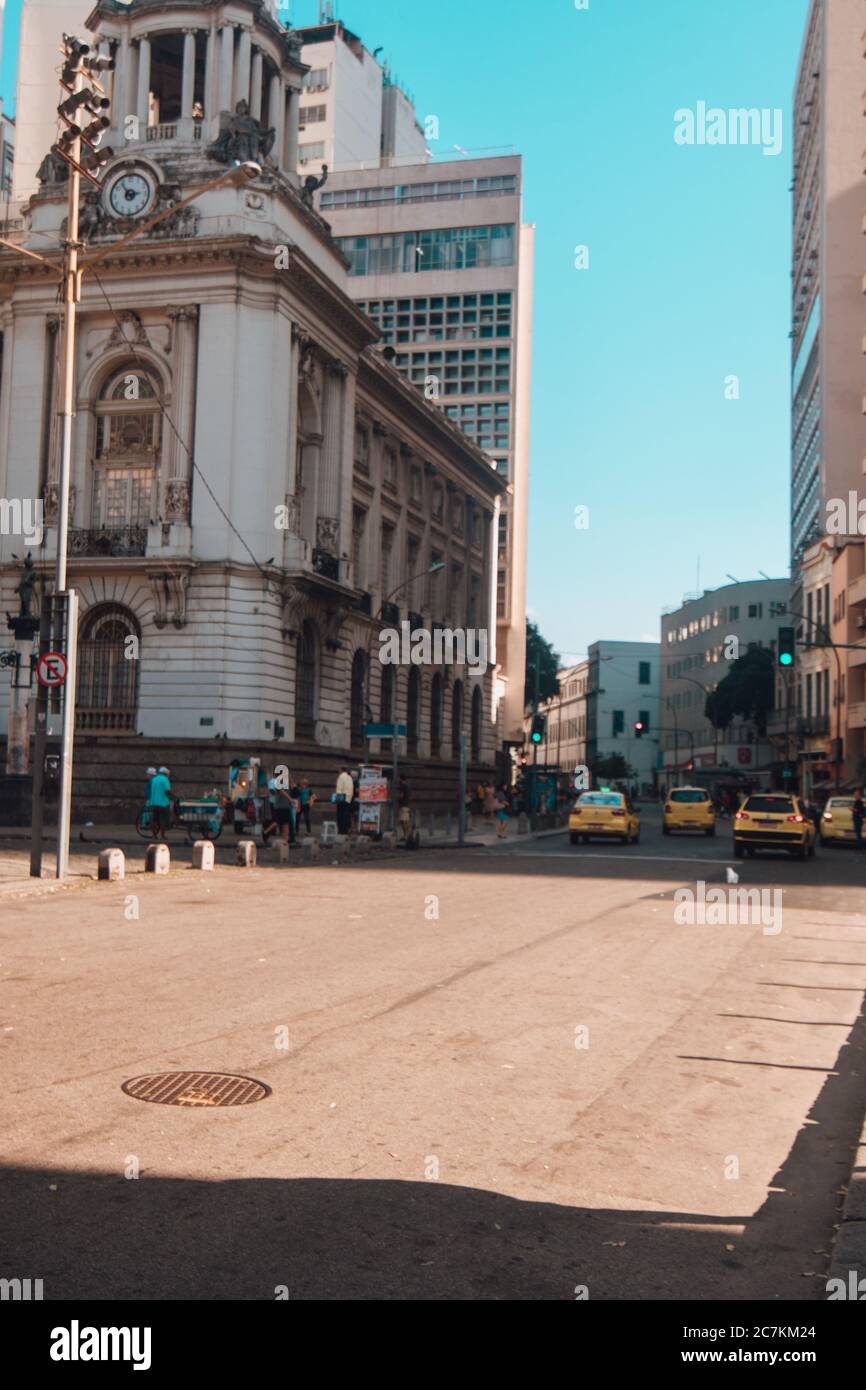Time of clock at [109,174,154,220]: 2:53
